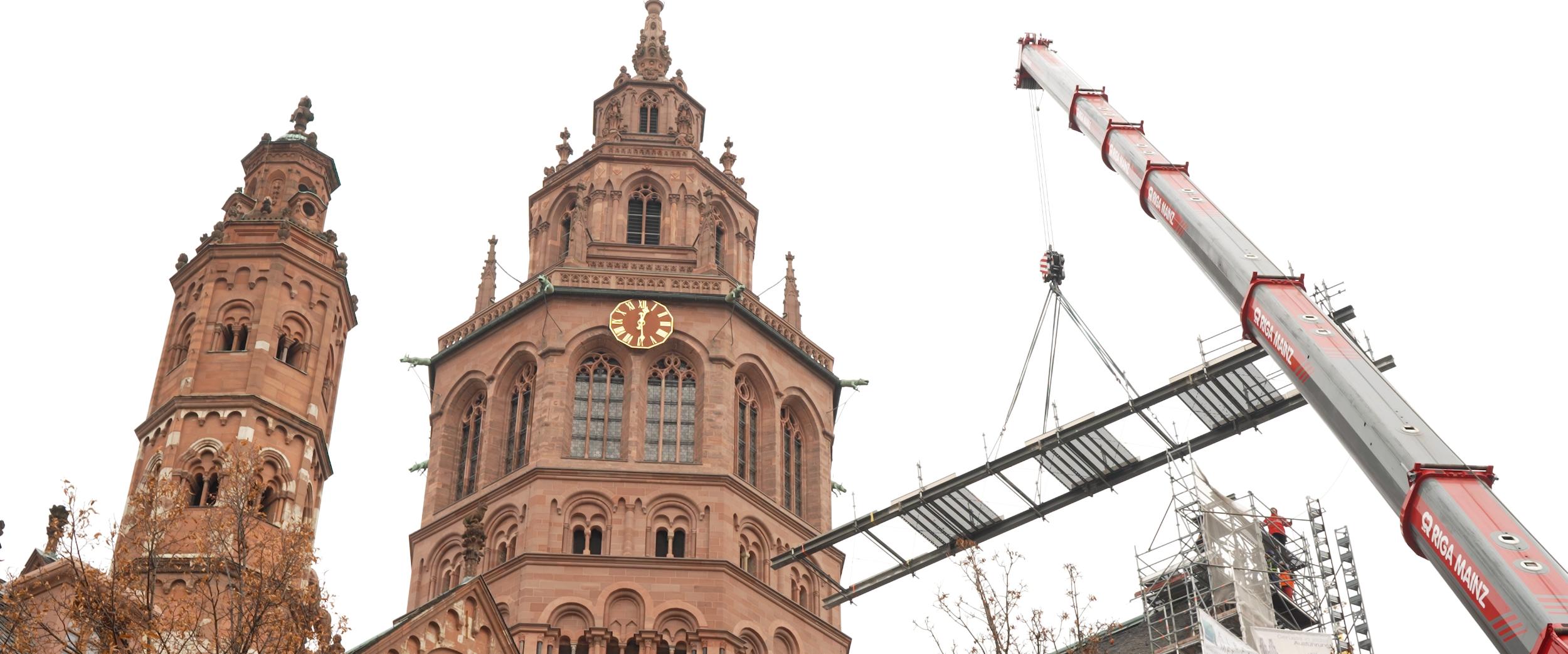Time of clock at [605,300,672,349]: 12:29
